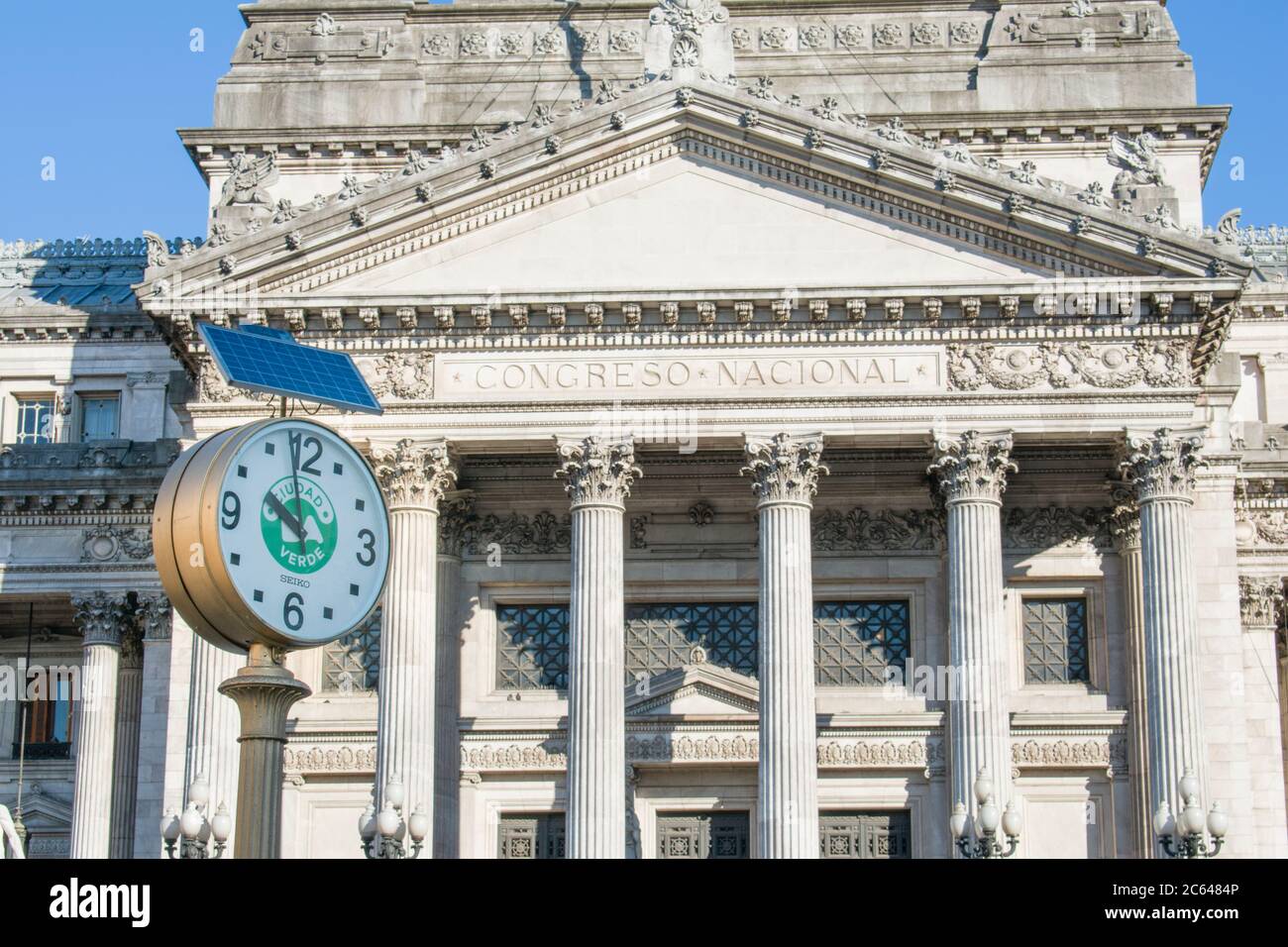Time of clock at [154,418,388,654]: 9:58
